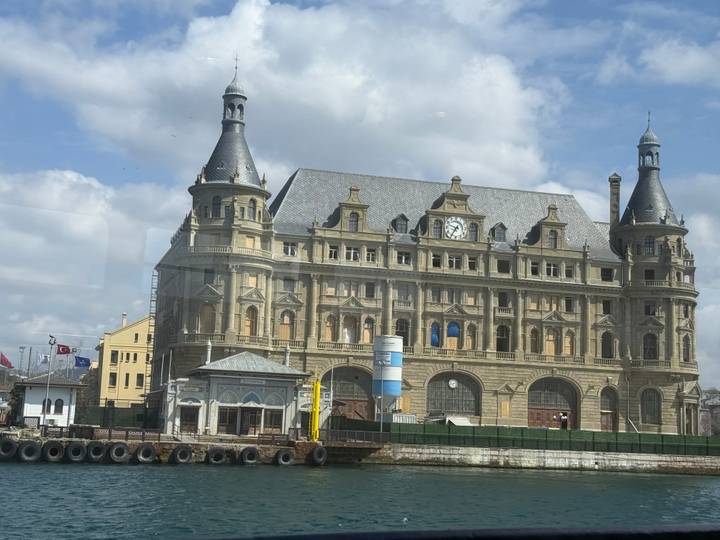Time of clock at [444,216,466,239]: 9:35
